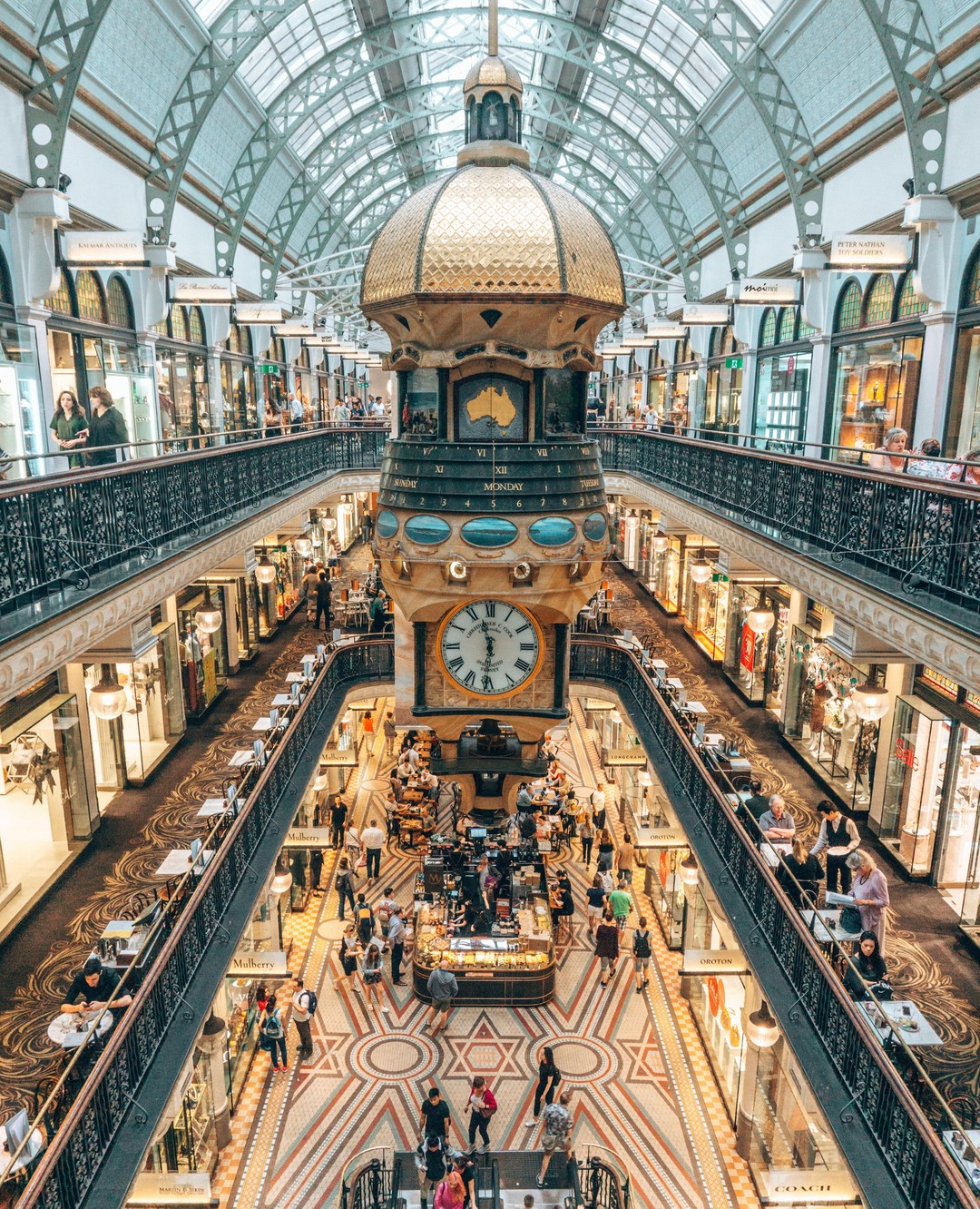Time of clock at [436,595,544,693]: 11:31
